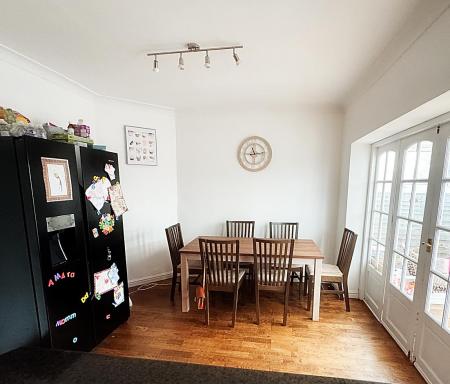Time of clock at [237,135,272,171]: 11:13
